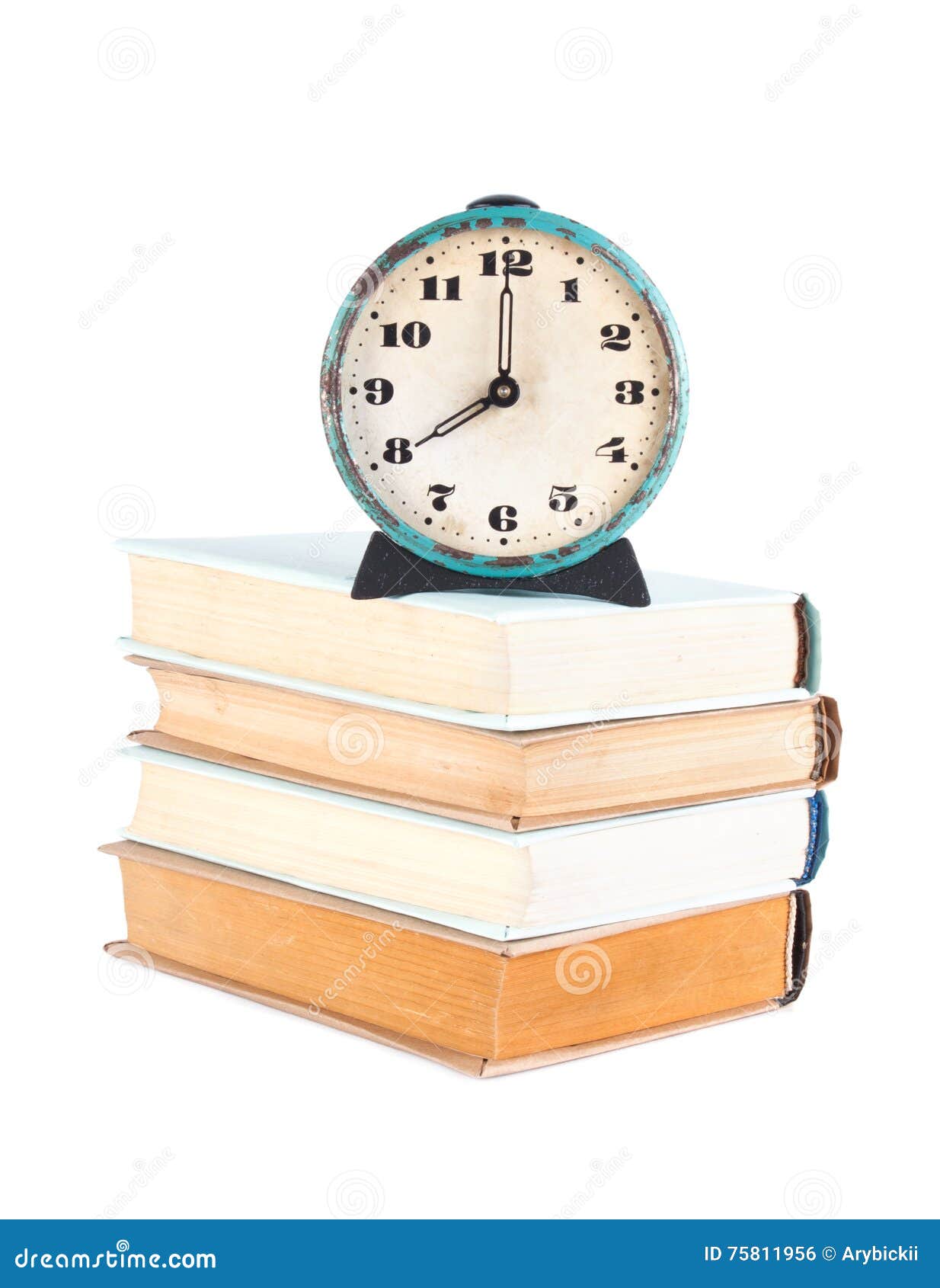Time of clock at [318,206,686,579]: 8:00
